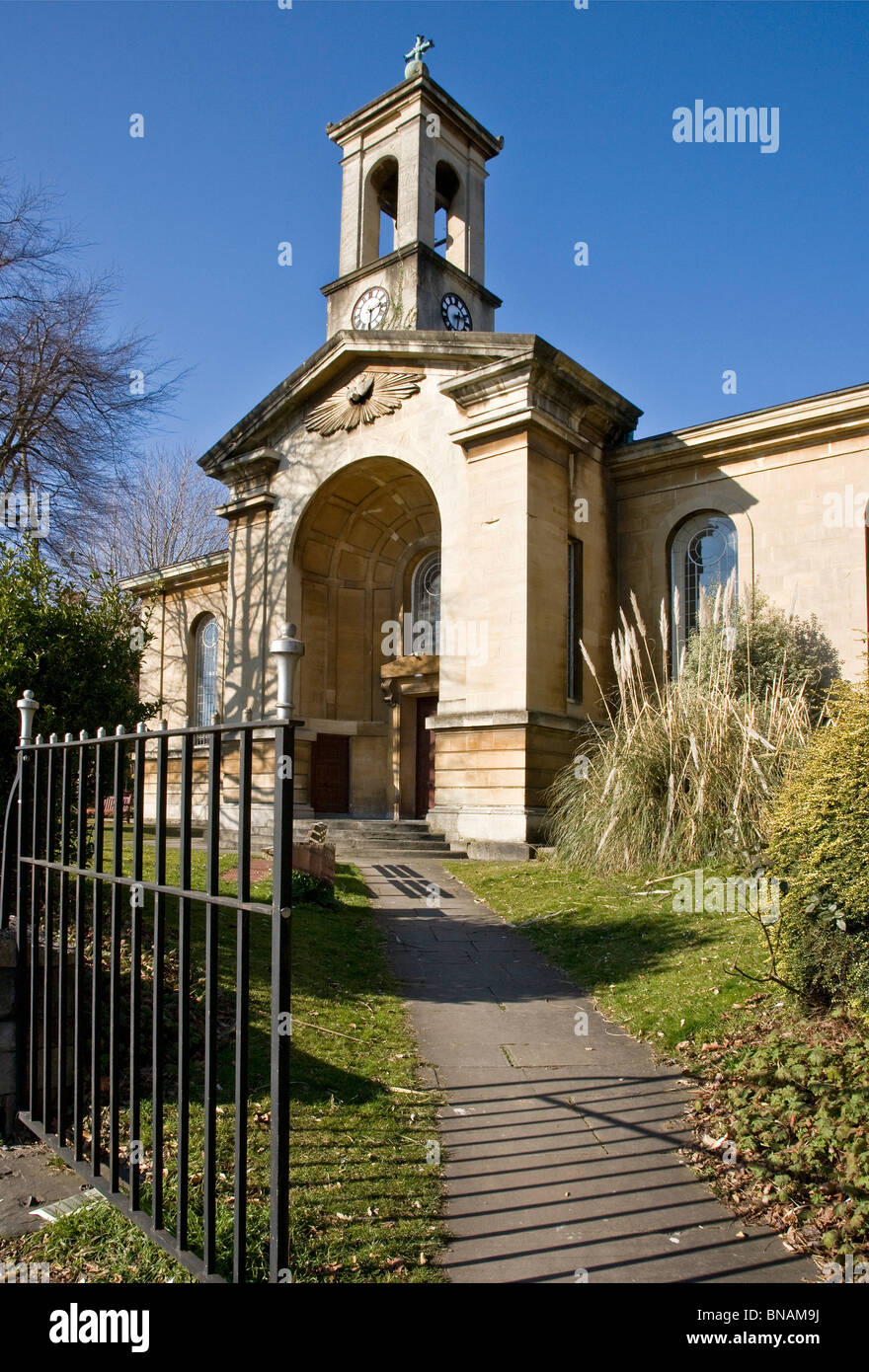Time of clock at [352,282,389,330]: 2:29
